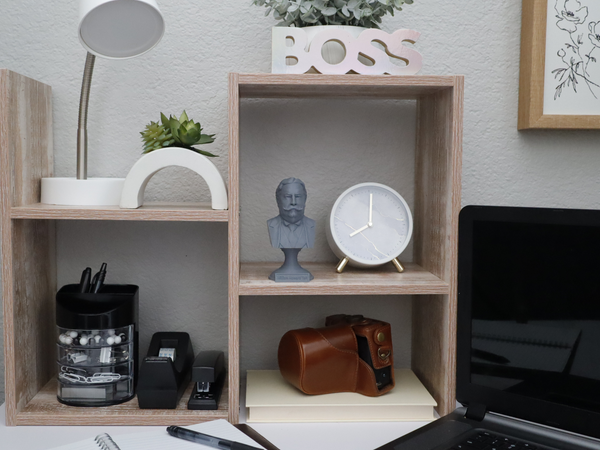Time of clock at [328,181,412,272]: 8:00
